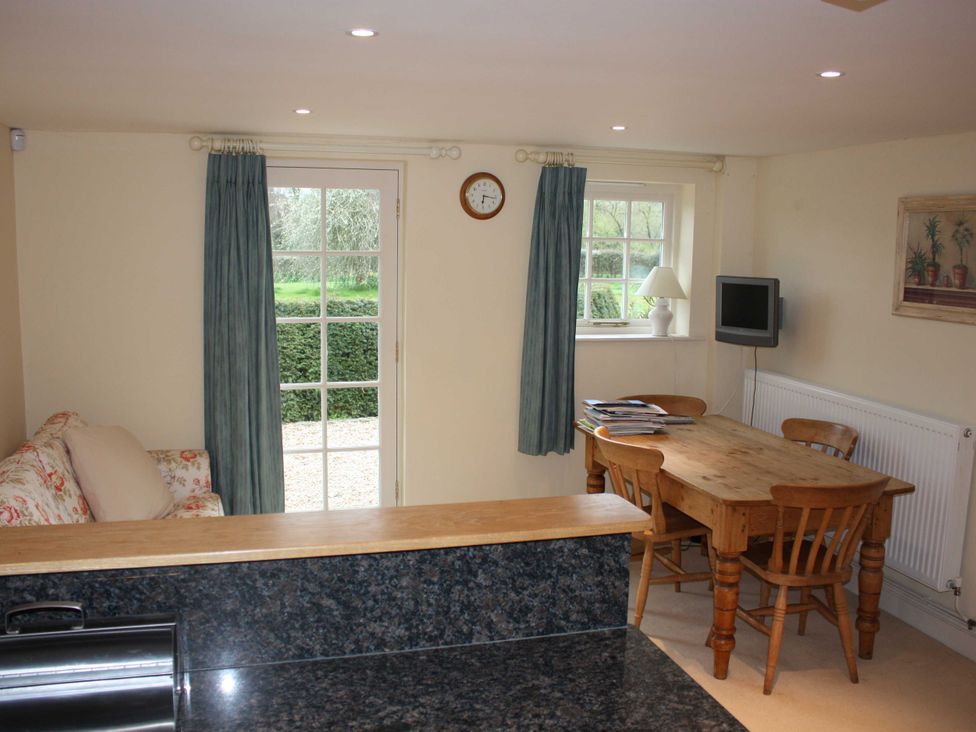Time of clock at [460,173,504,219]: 6:16
